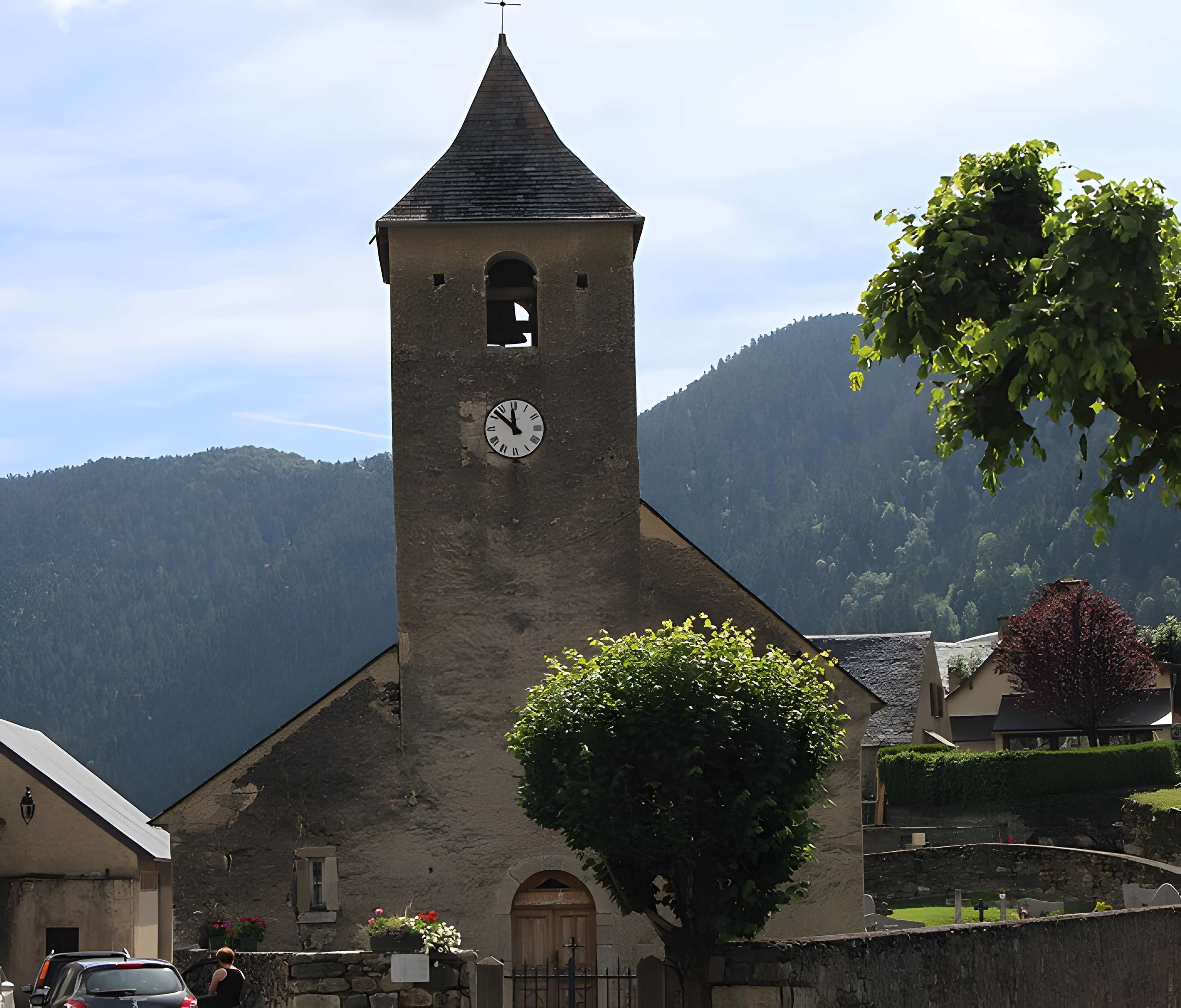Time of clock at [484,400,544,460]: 11:52
